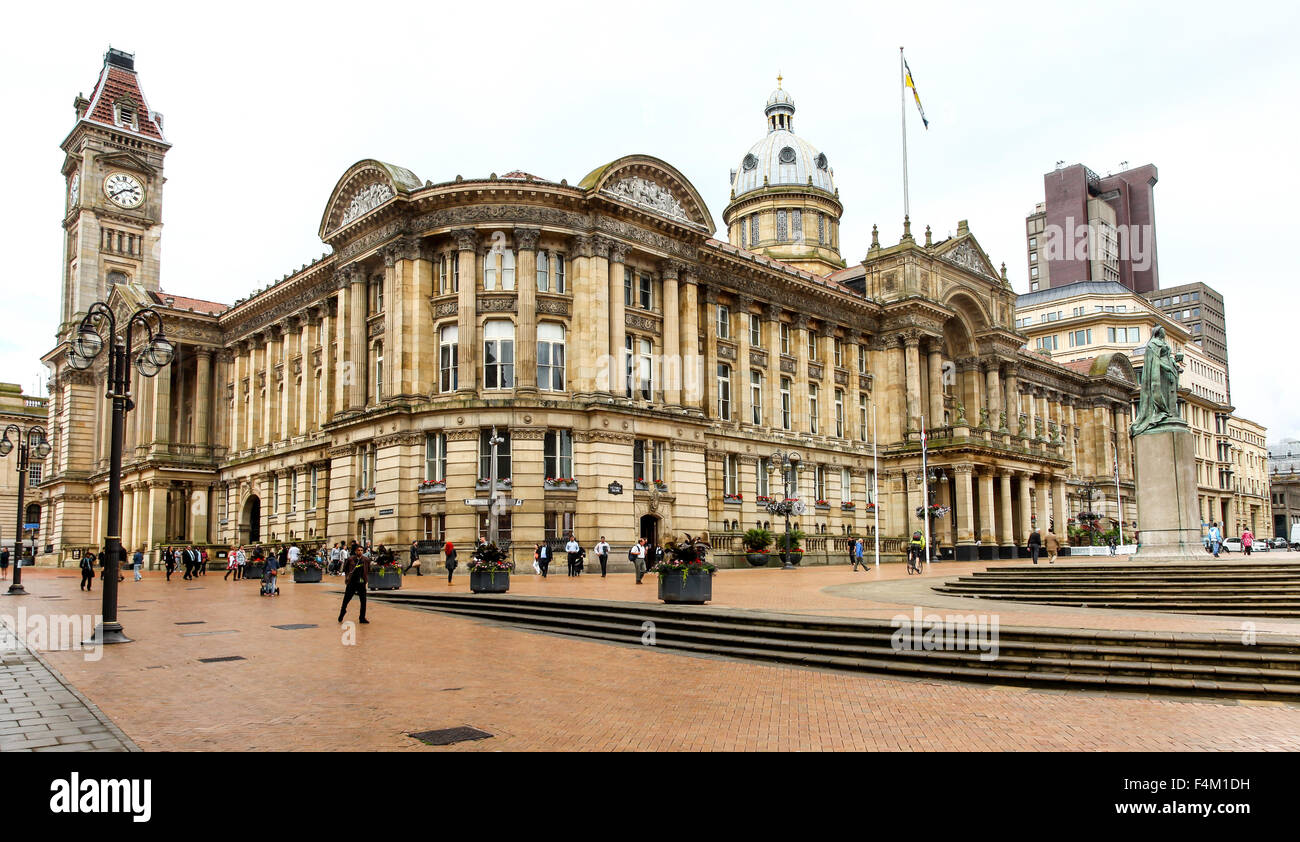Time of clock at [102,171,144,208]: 2:38
